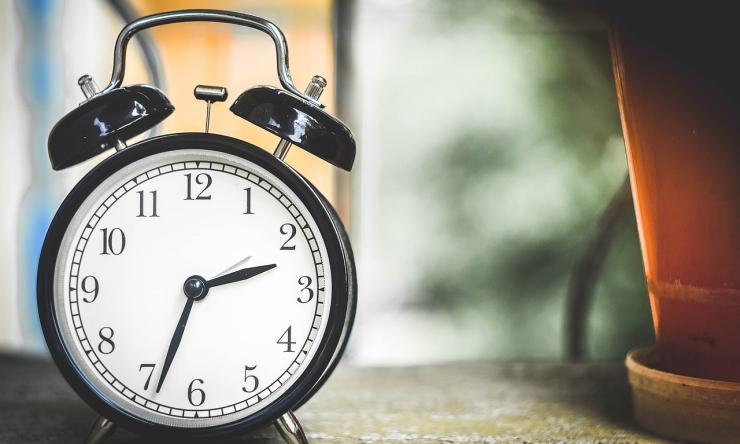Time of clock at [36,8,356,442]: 2:33
